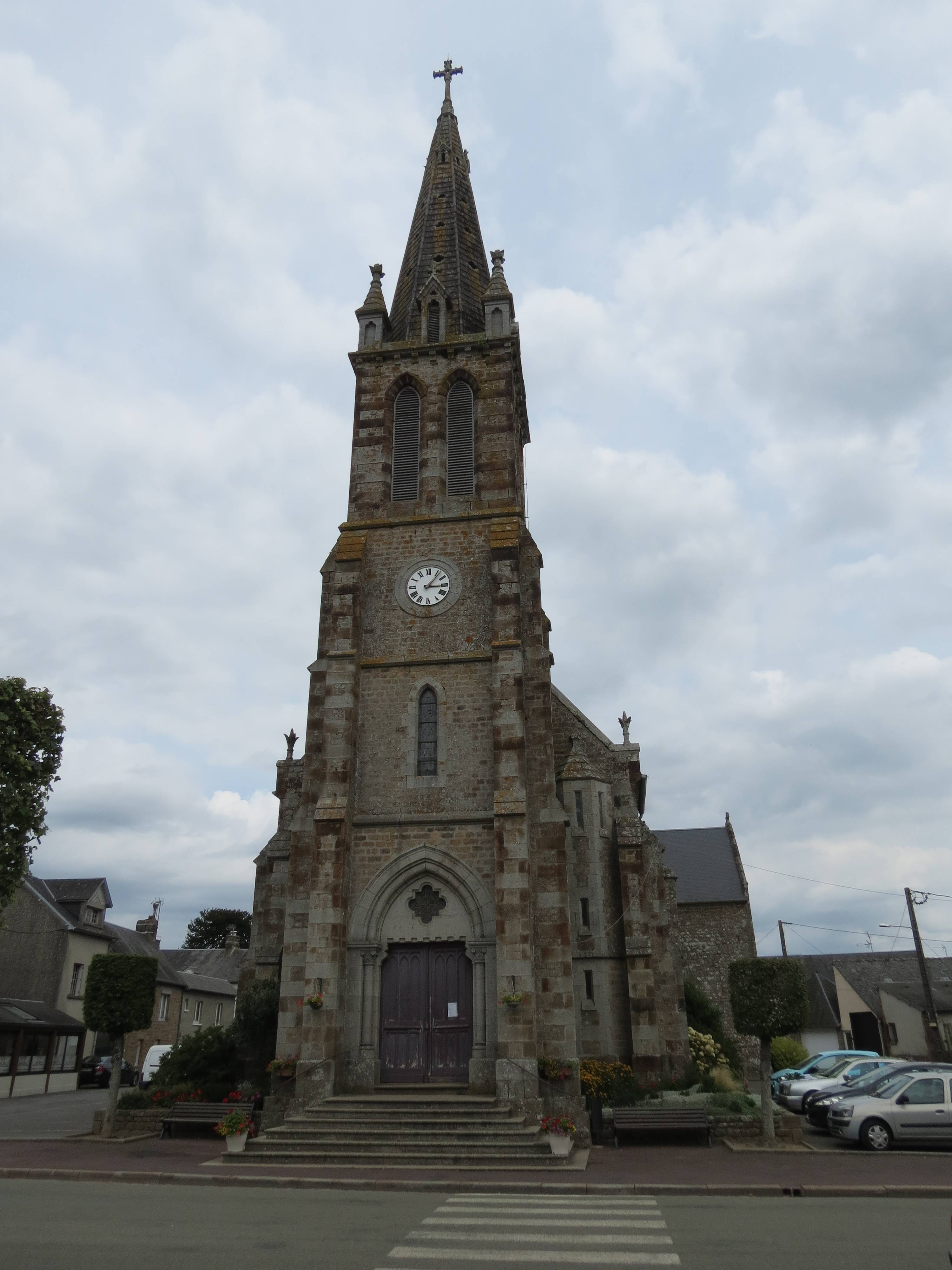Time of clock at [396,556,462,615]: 3:06
